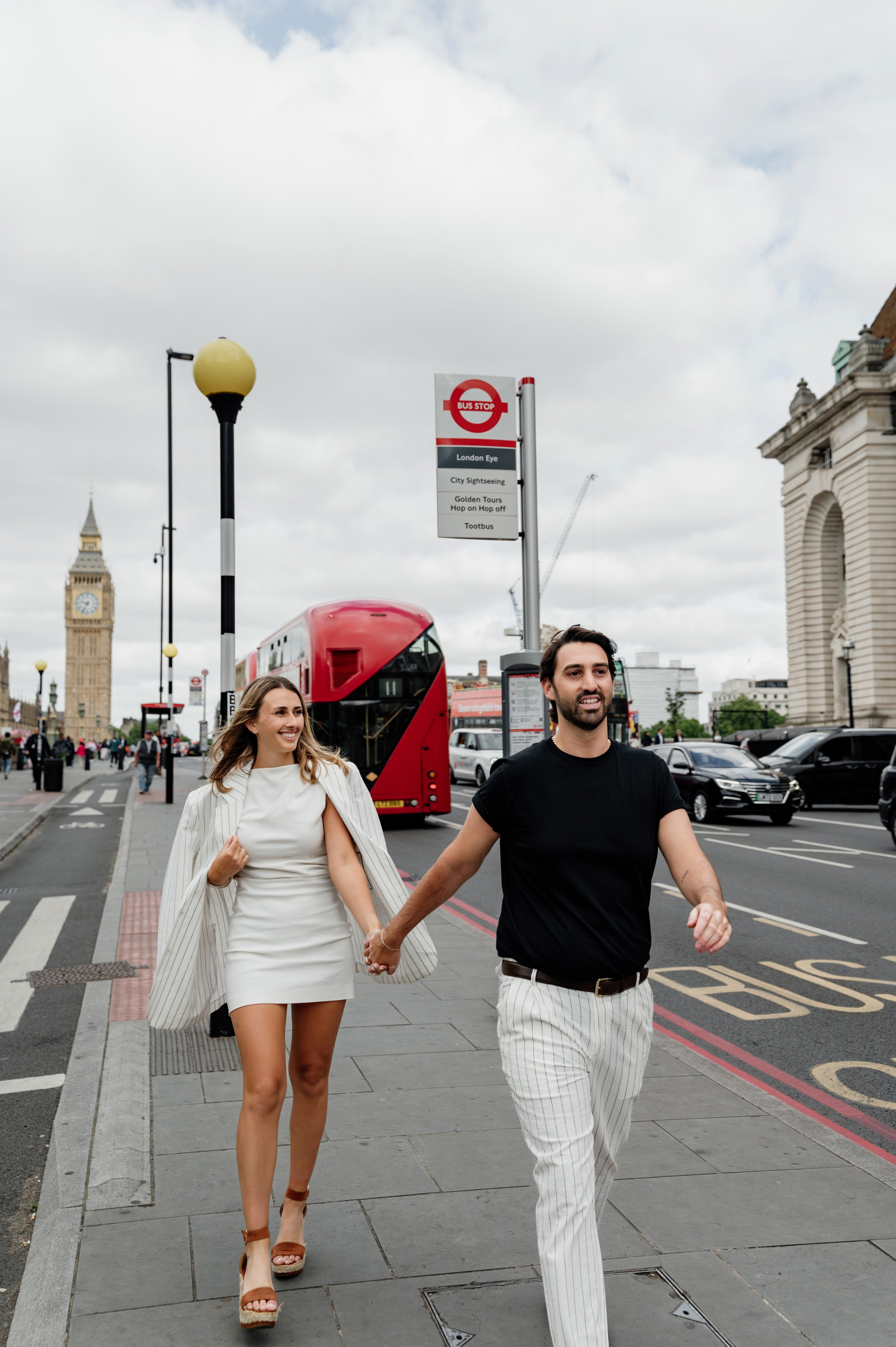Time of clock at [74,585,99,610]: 9:34
